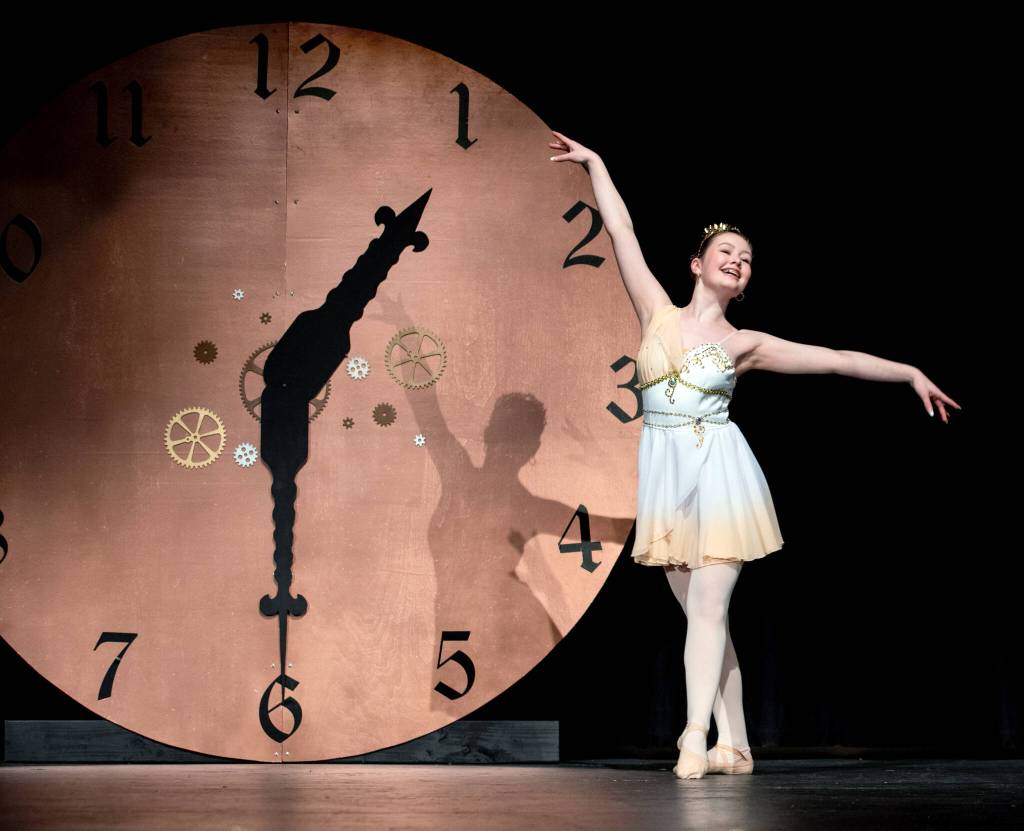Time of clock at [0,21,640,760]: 1:29
